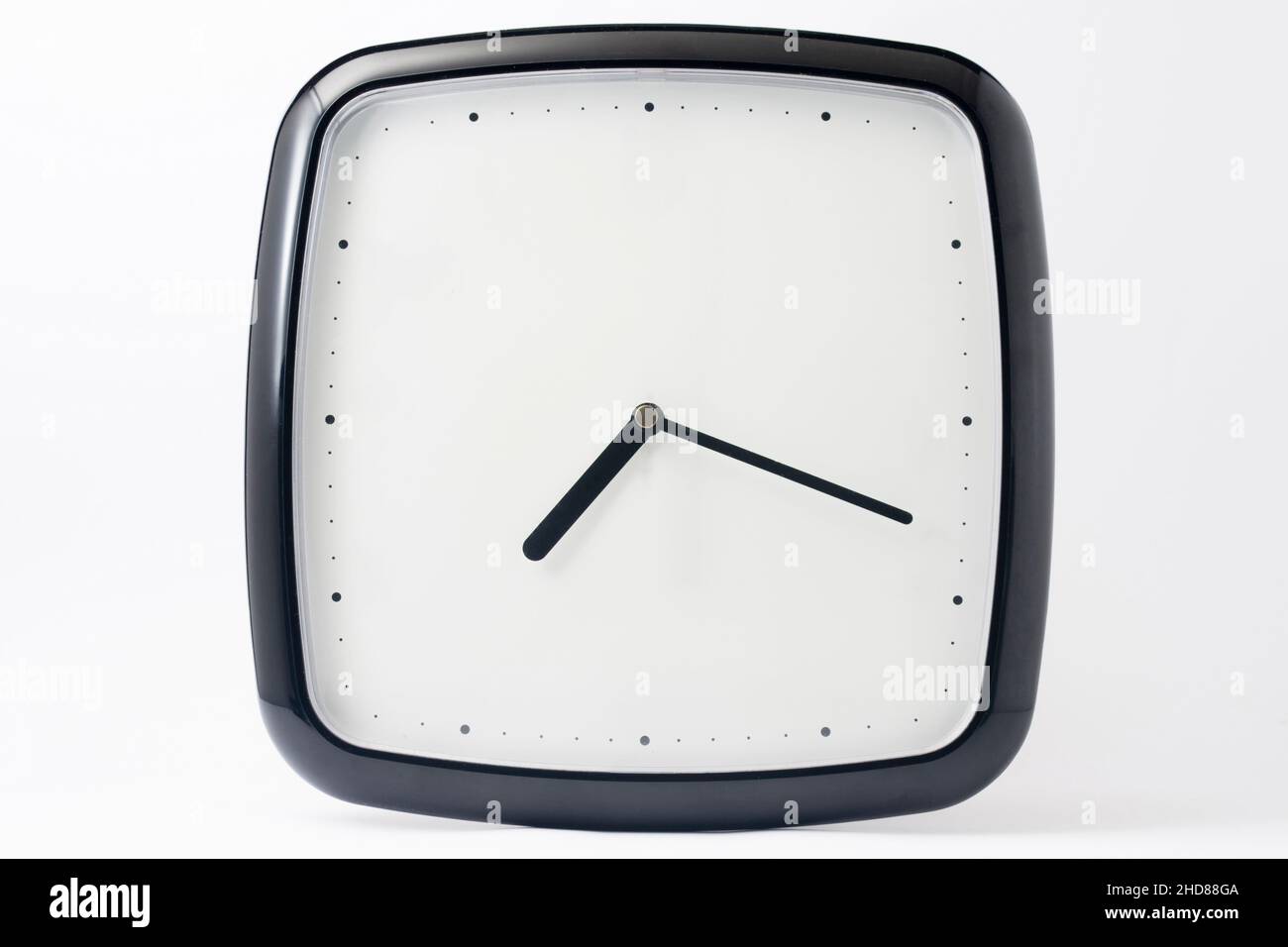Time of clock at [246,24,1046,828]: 7:18
